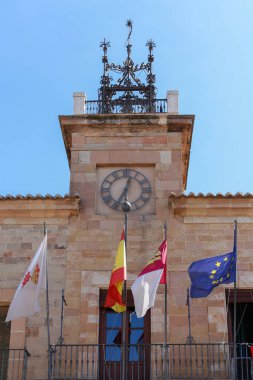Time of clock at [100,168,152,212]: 12:34
